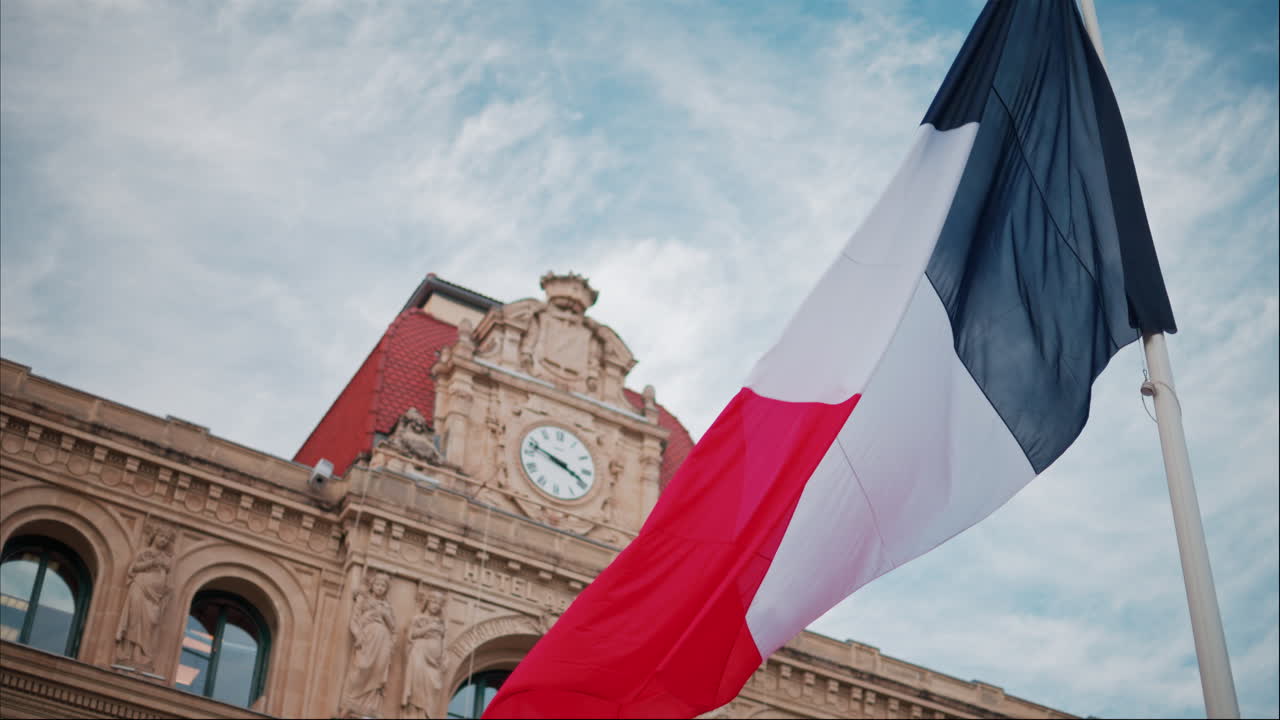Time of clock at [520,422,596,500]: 3:48
